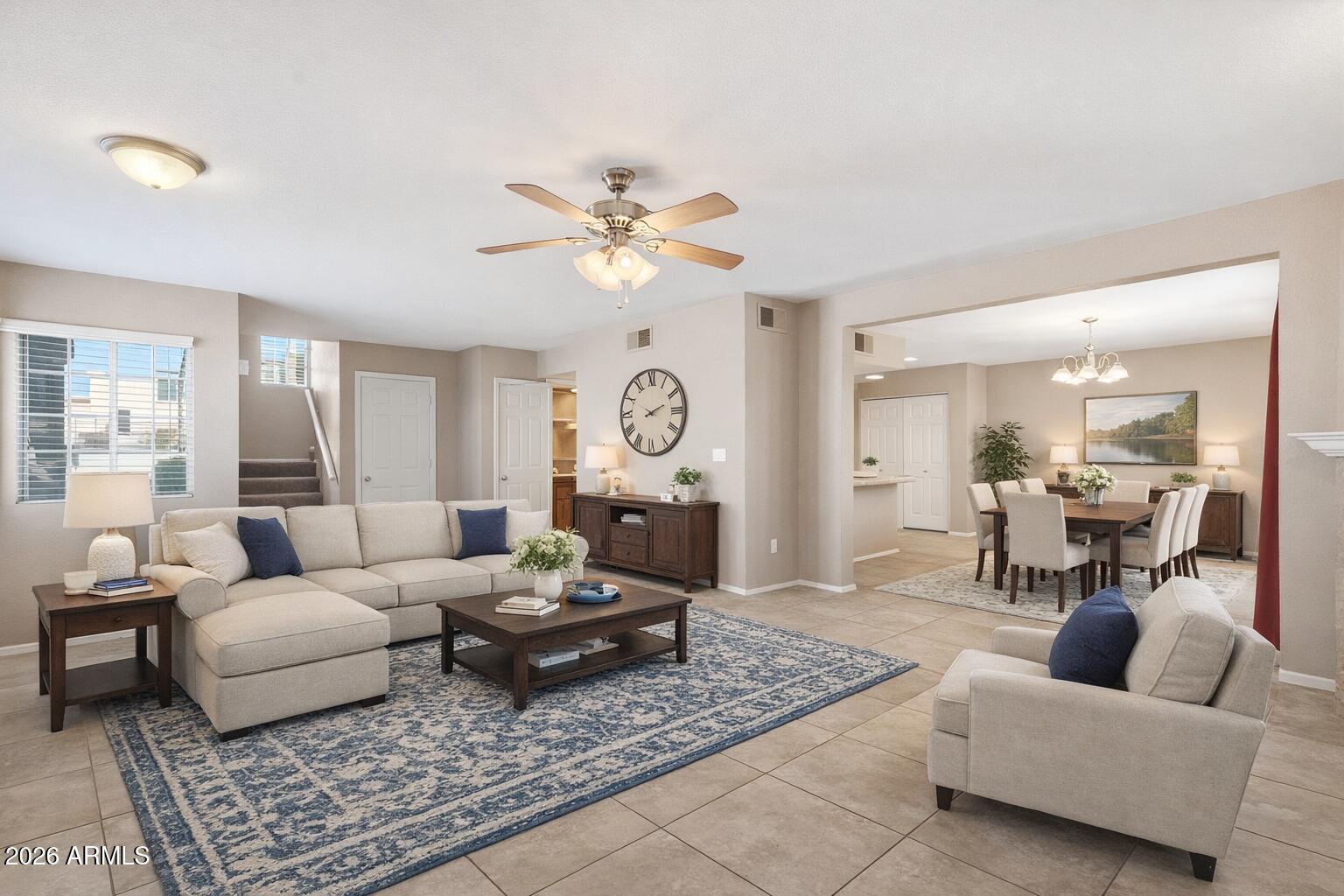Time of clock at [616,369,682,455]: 2:11
